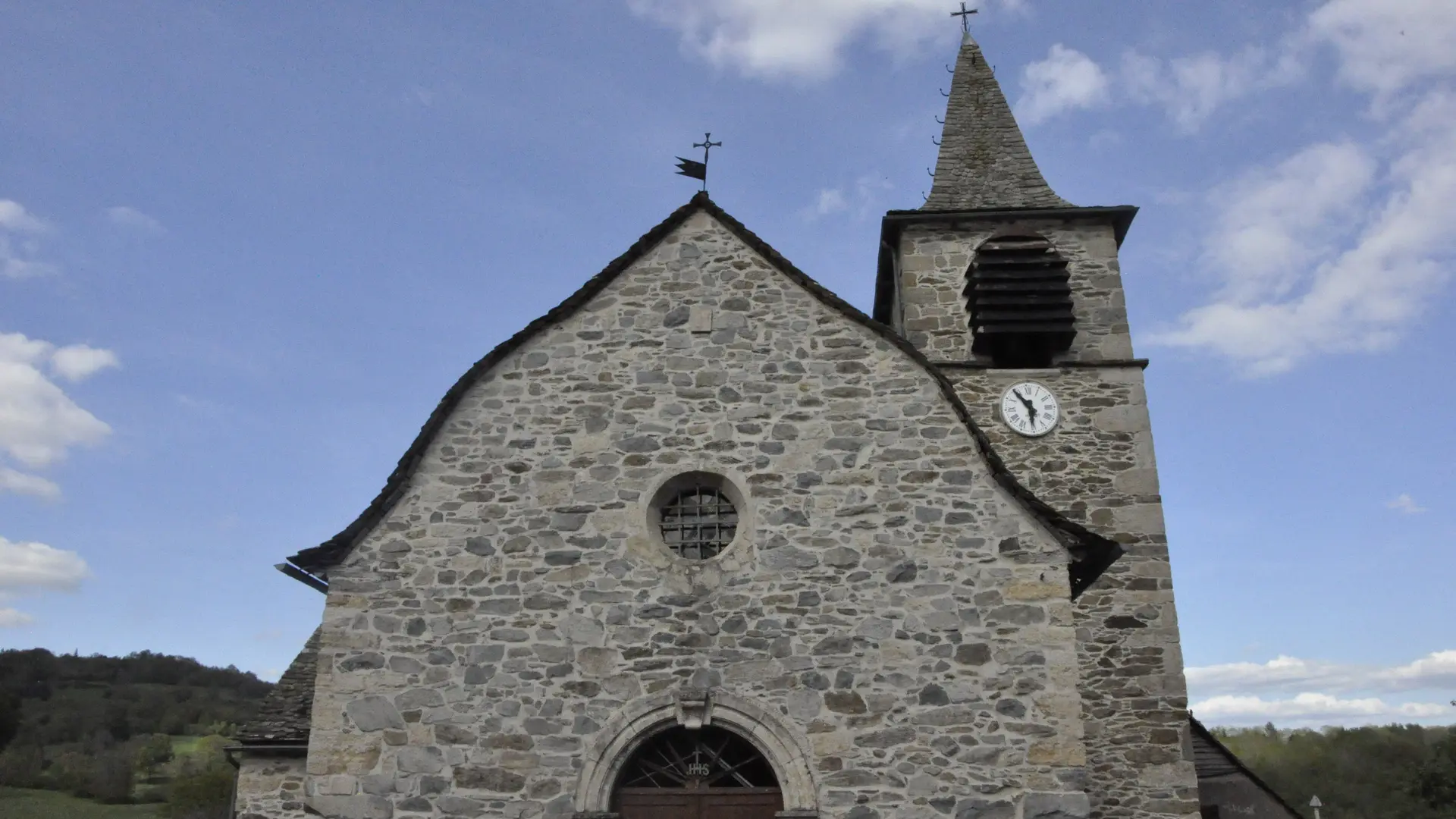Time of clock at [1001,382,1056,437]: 5:54
